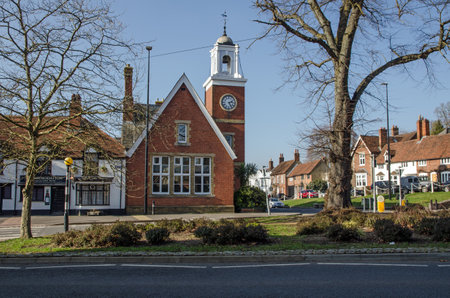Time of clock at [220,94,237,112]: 2:24
